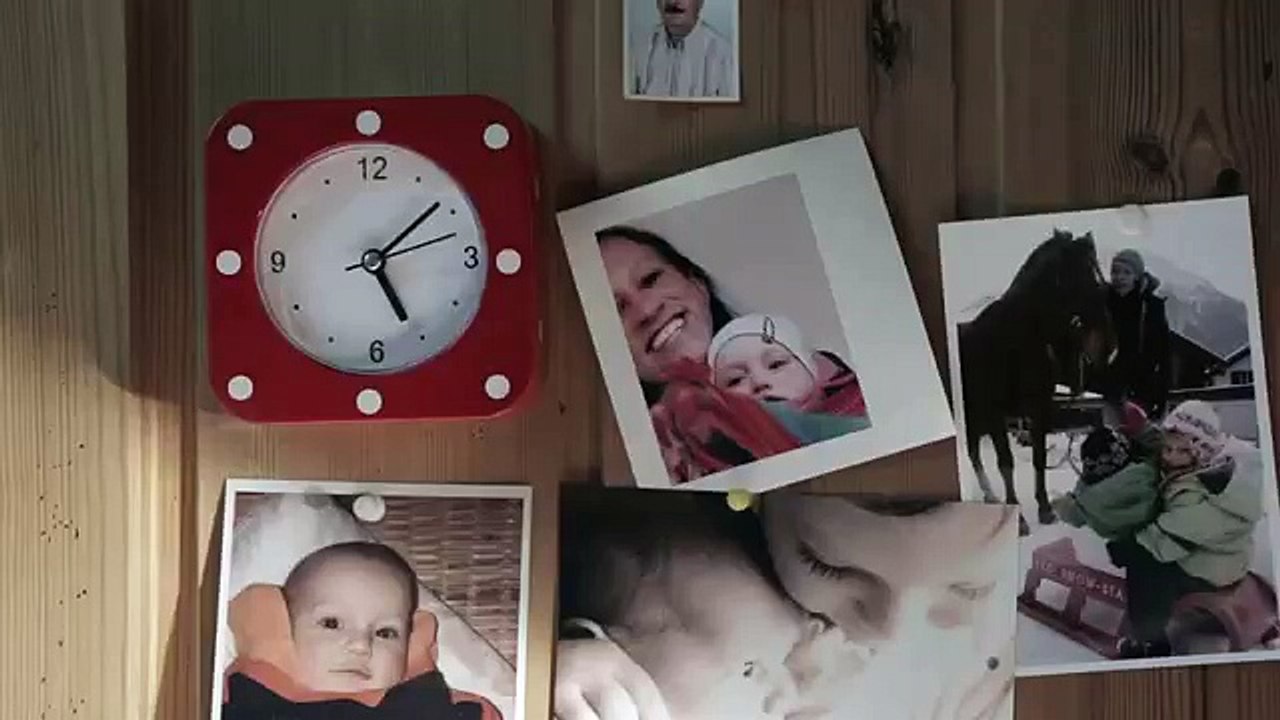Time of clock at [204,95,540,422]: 5:08
